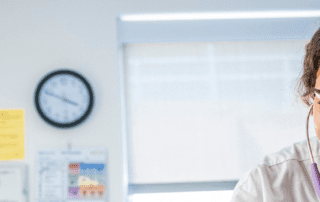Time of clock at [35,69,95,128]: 3:49
